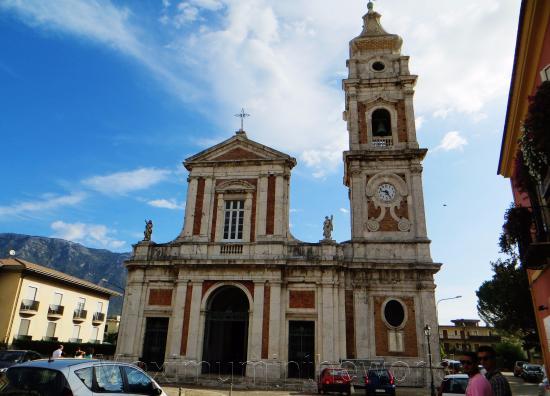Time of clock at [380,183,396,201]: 9:25
